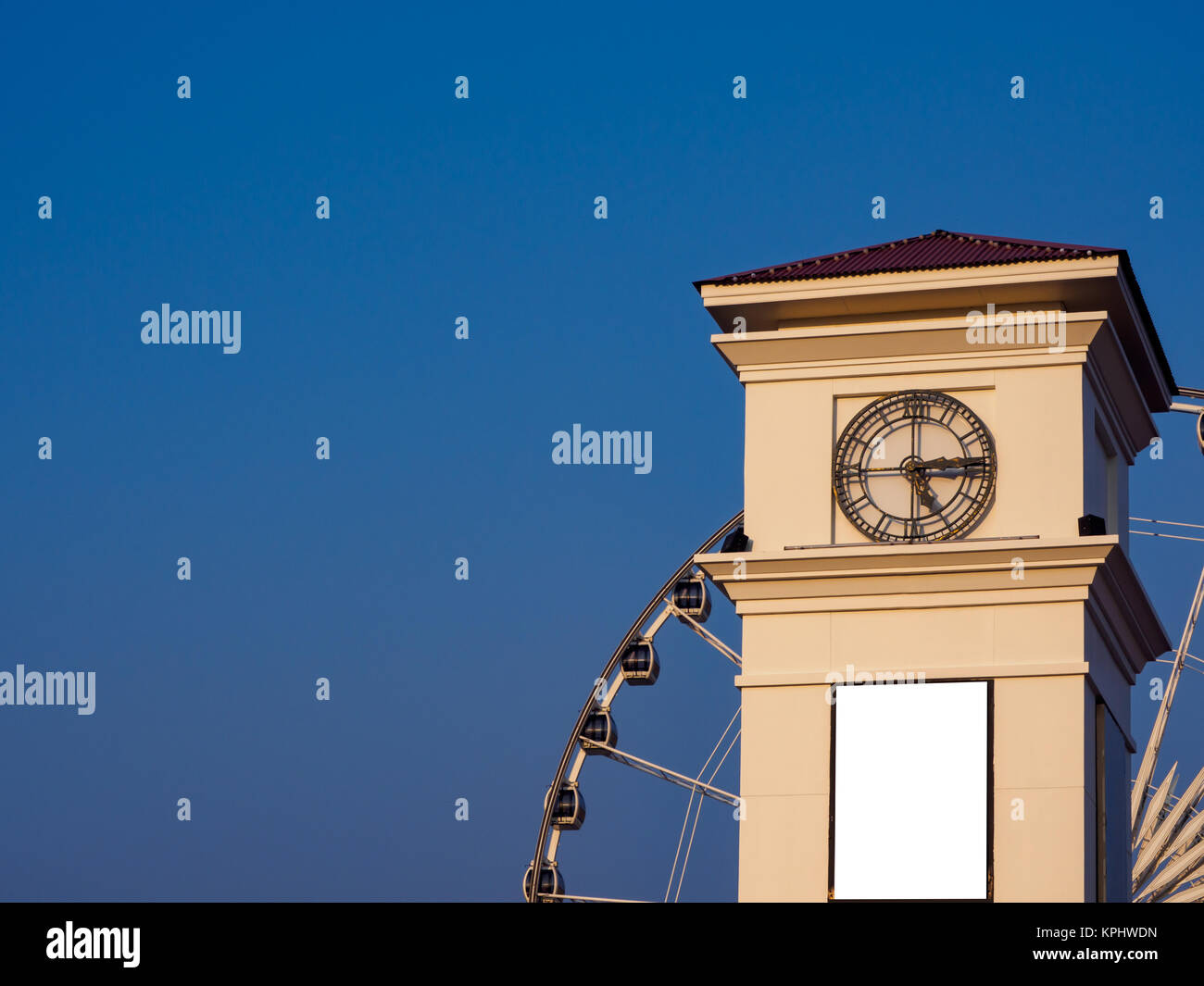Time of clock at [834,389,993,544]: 5:14
